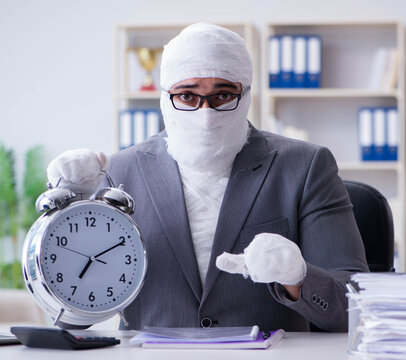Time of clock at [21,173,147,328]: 7:10
